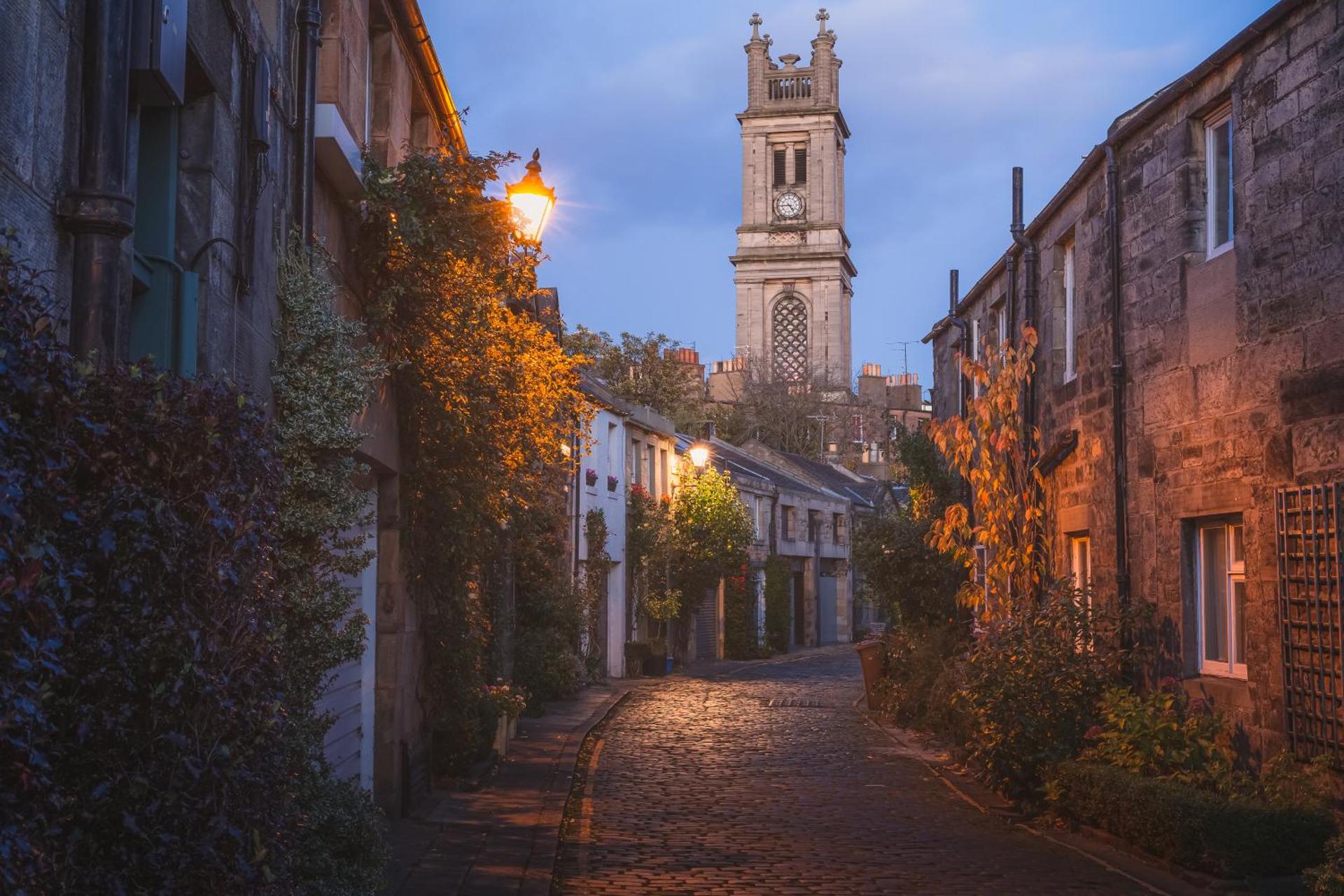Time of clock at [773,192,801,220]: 4:44
